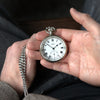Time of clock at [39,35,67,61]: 1:51
